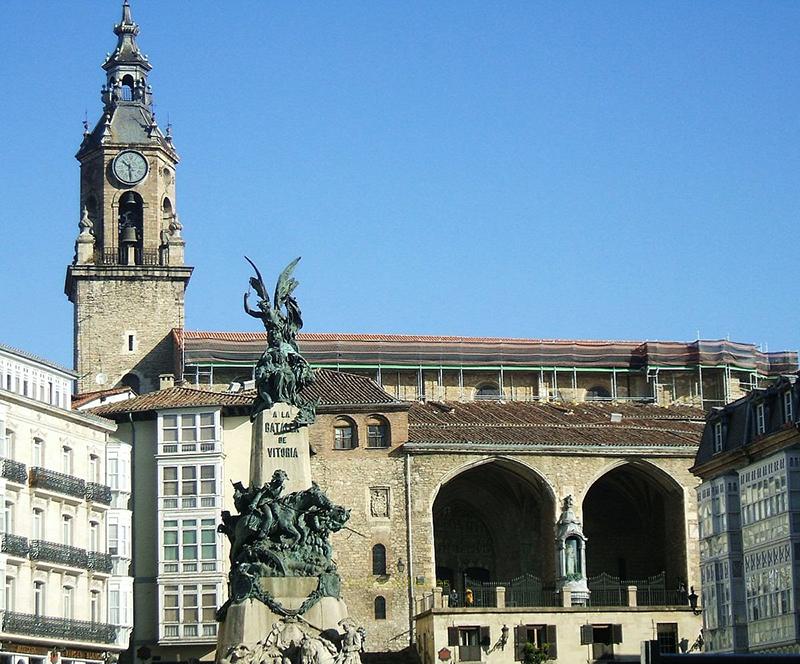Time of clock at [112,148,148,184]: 10:29
